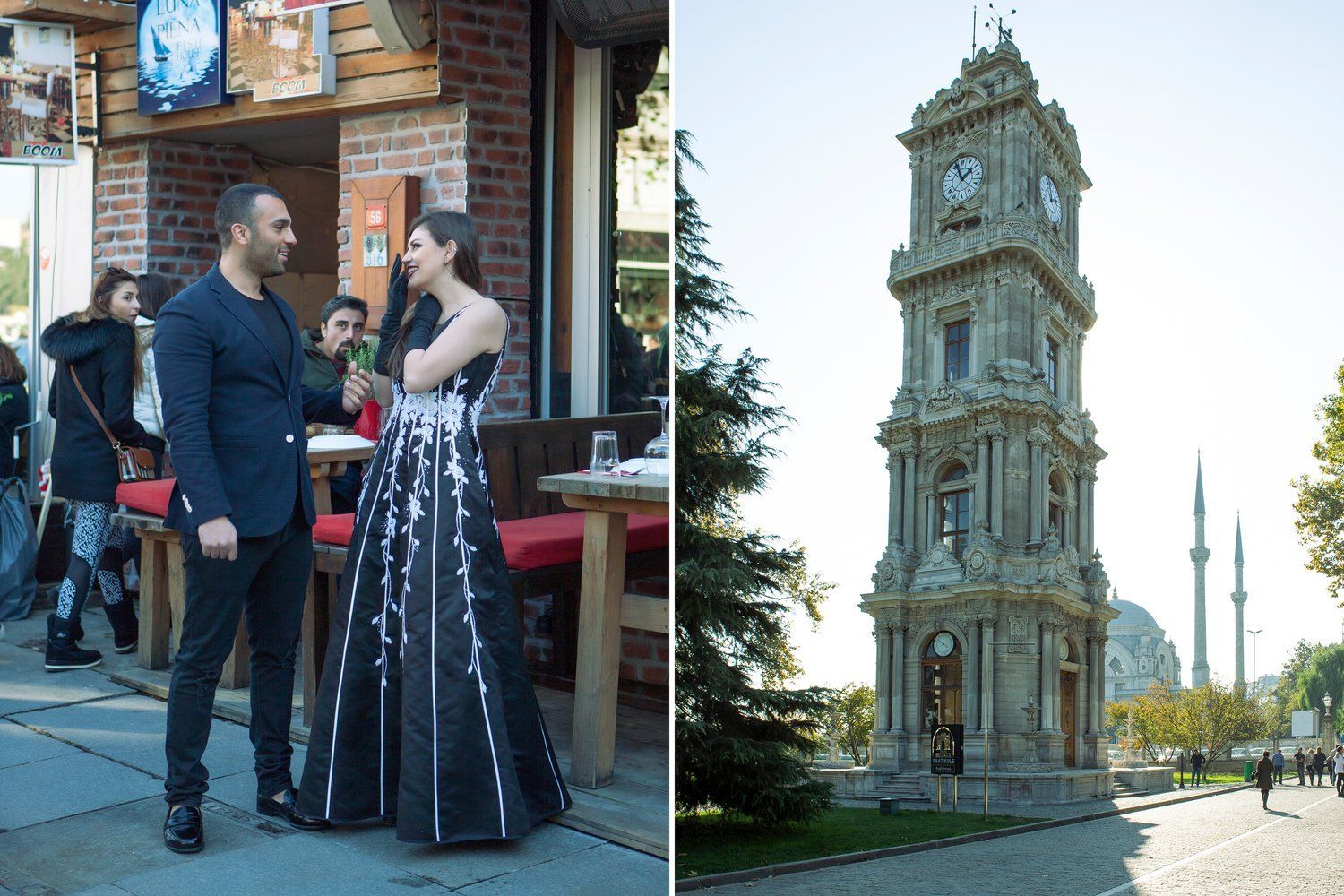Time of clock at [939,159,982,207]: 1:56
